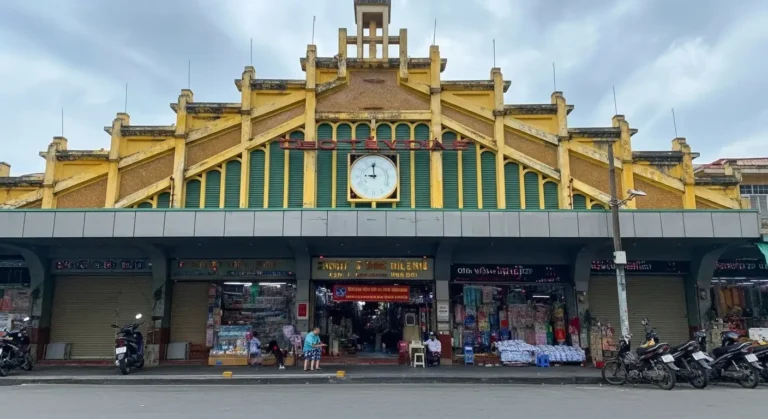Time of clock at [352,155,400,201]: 8:59
